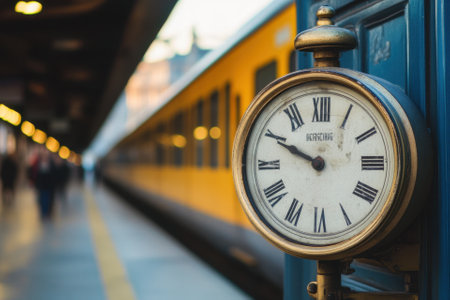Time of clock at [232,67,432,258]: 9:49
